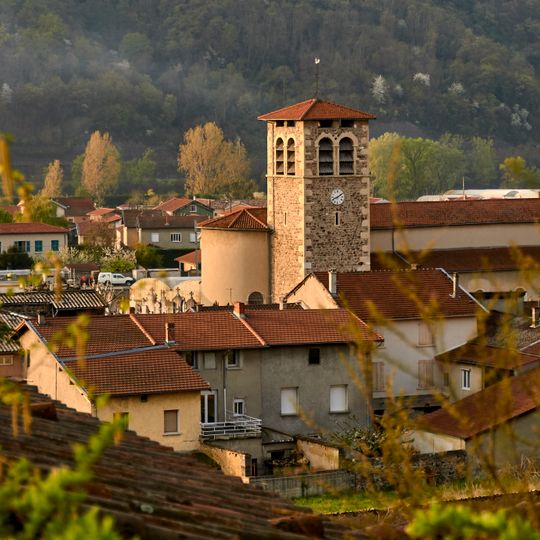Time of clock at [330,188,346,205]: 8:09
